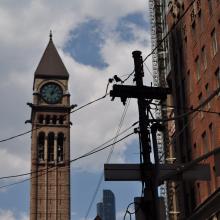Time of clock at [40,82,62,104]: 2:03
